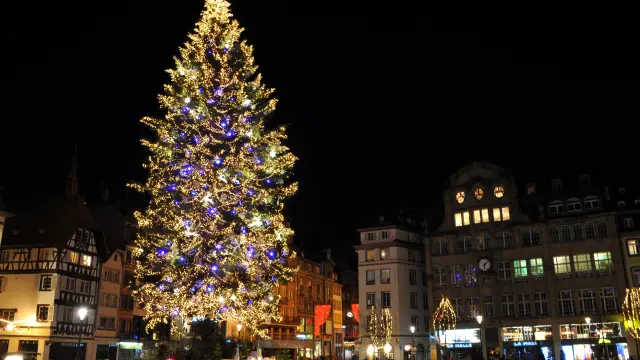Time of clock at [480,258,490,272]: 6:08
